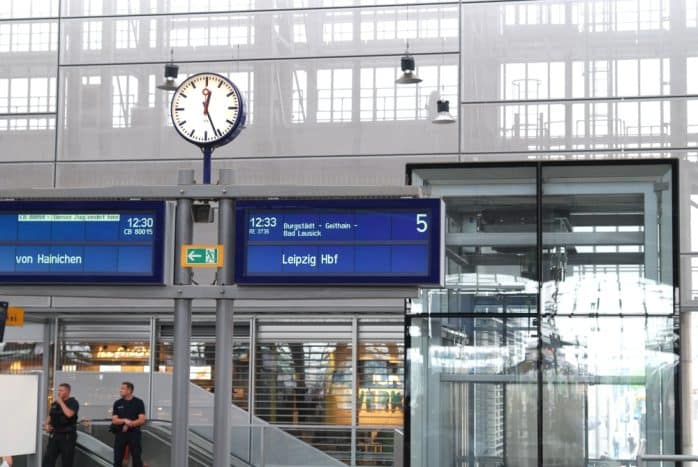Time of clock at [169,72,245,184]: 12:26
